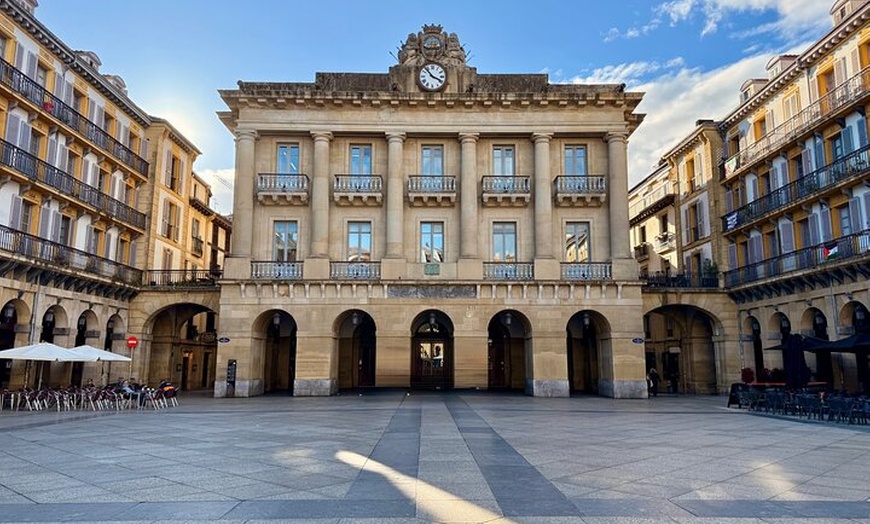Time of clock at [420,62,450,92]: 3:53
